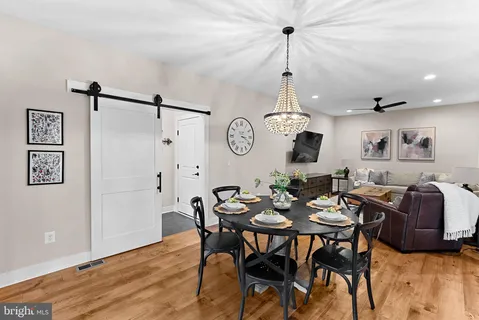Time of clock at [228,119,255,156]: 3:19
